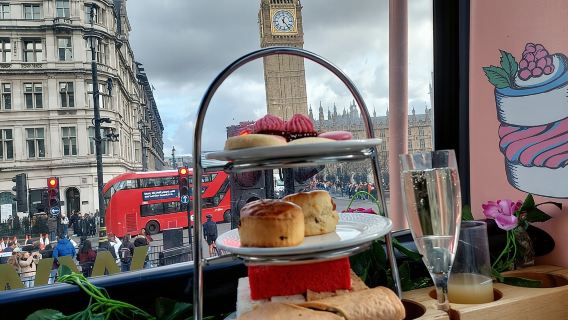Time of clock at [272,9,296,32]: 12:23
